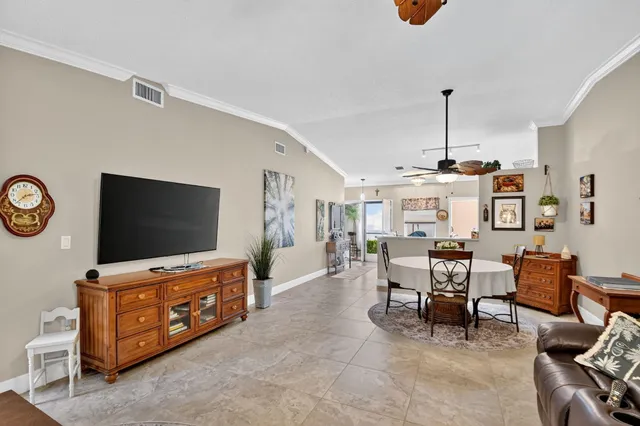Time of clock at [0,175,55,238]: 2:37
